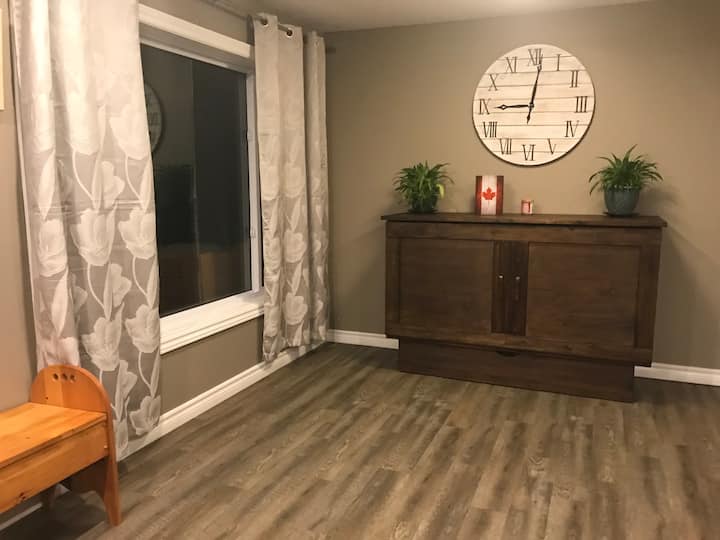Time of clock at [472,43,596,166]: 9:01
